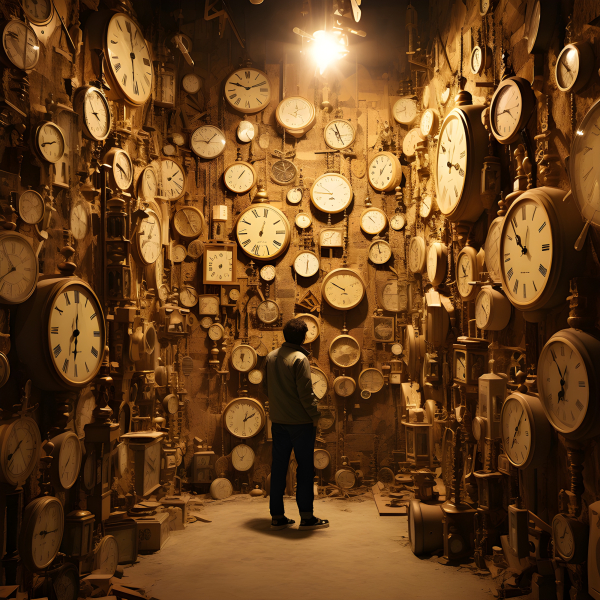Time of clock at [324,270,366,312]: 9:49
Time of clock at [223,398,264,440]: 12:09
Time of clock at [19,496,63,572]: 9:15
